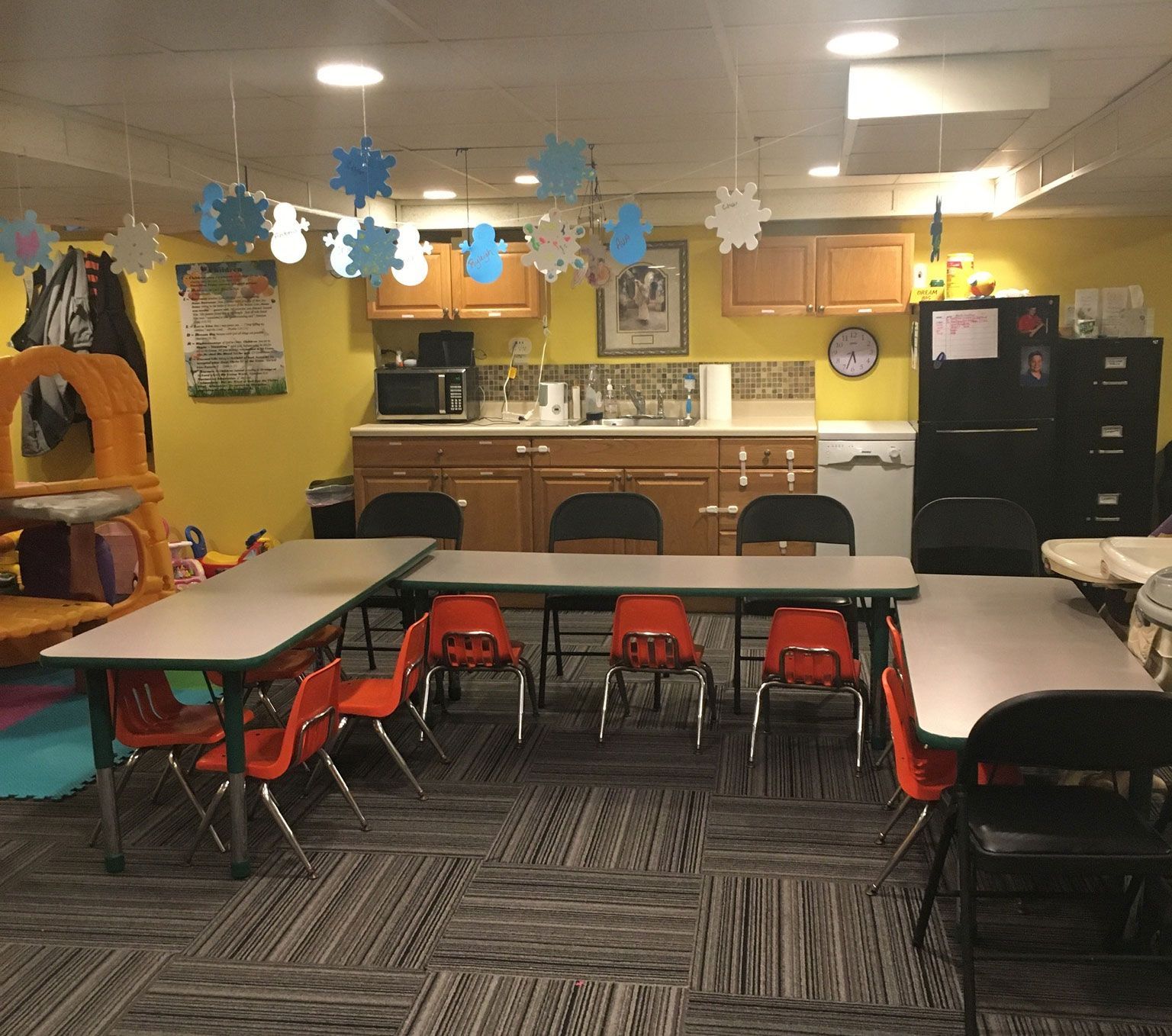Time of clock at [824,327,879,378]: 5:33
